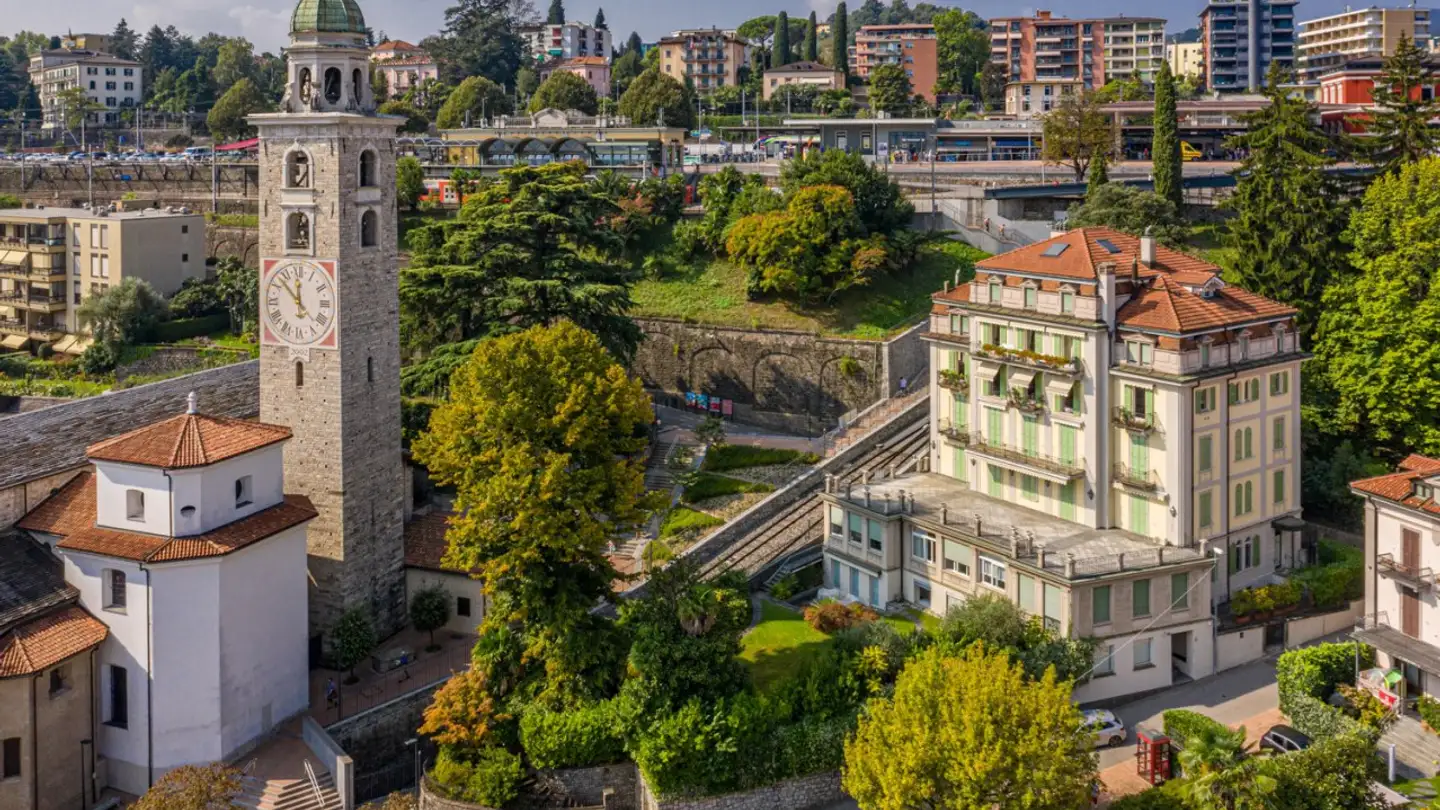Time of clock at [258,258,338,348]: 11:52
